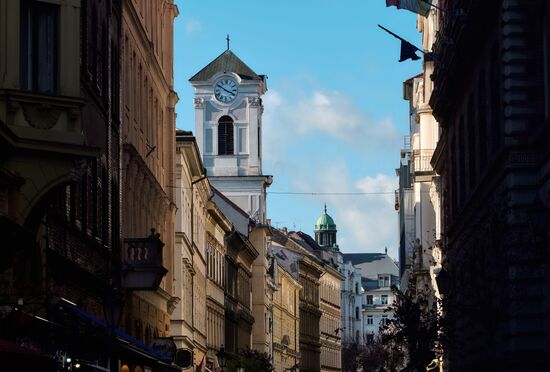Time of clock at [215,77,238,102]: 3:50
